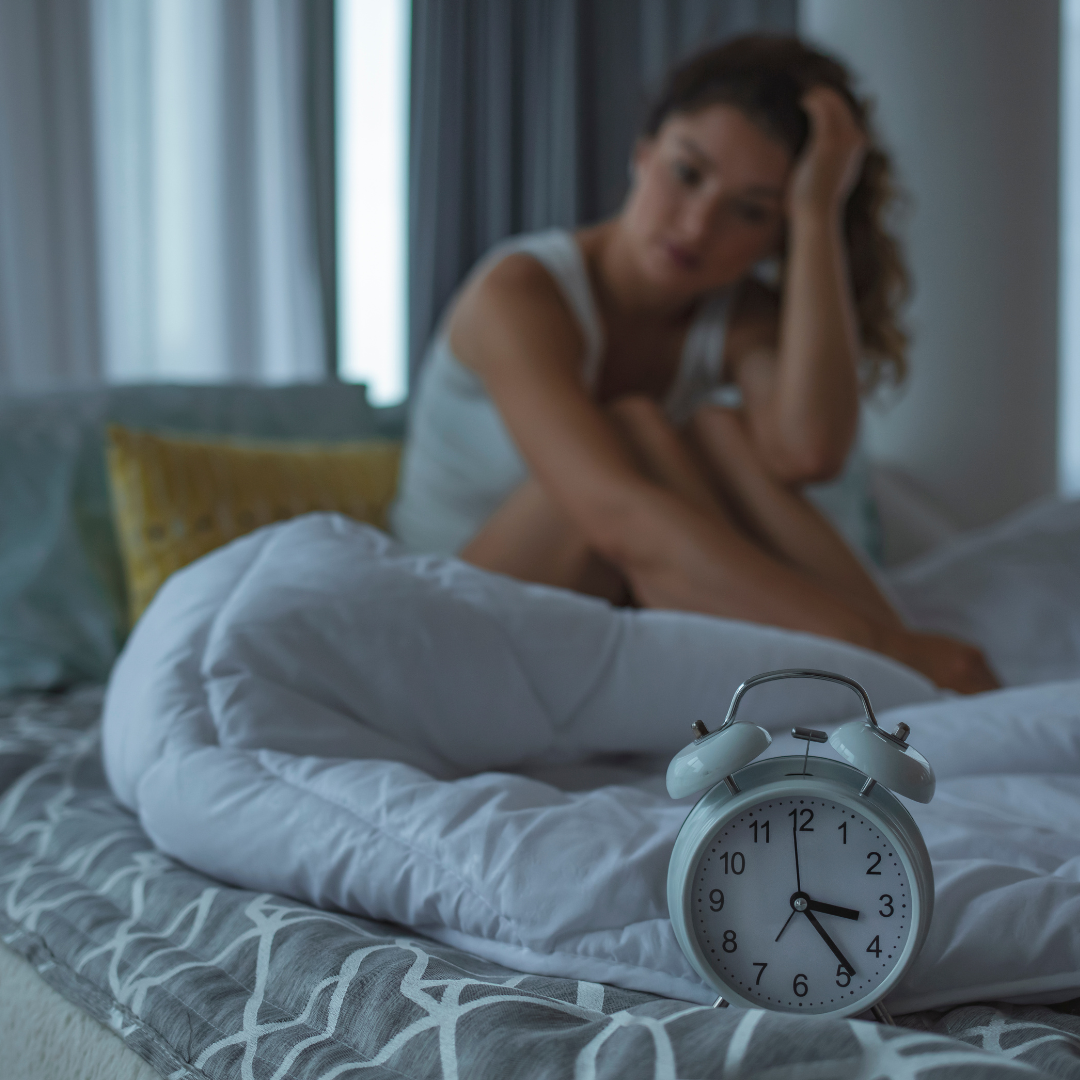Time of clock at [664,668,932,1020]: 3:23
